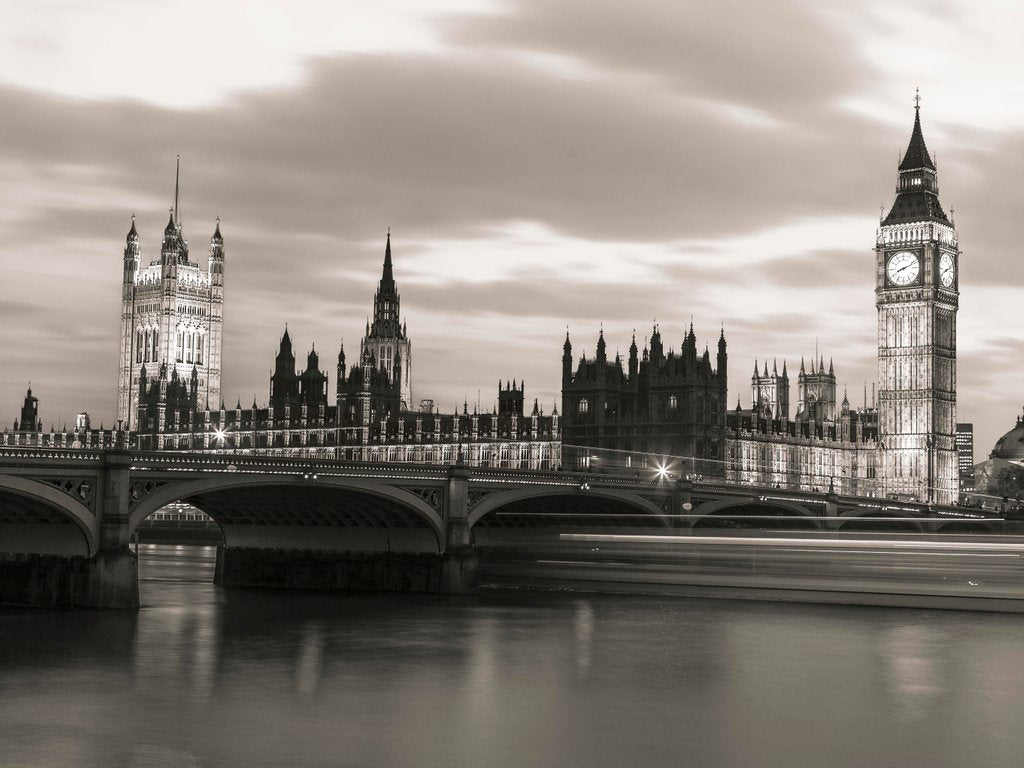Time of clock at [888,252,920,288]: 8:11
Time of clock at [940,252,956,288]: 8:12
